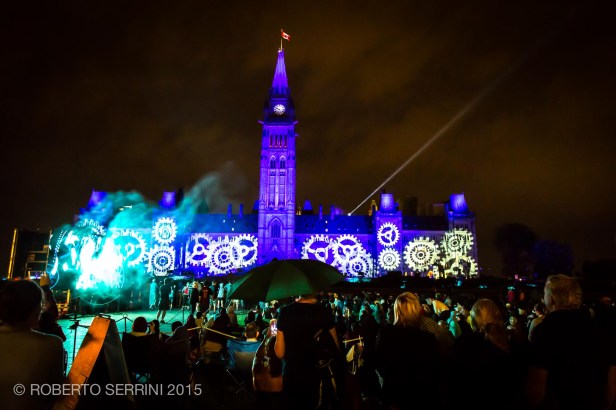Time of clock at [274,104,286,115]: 9:50
